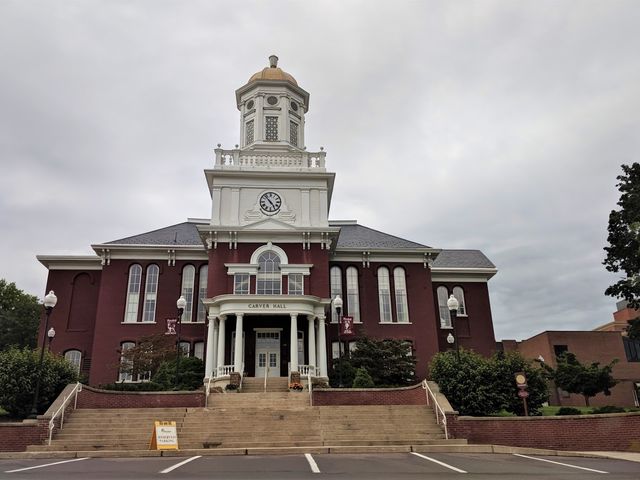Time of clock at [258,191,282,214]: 4:52
